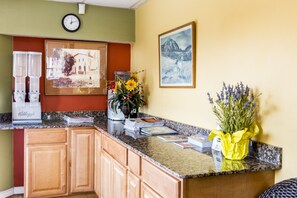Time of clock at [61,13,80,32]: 12:11
